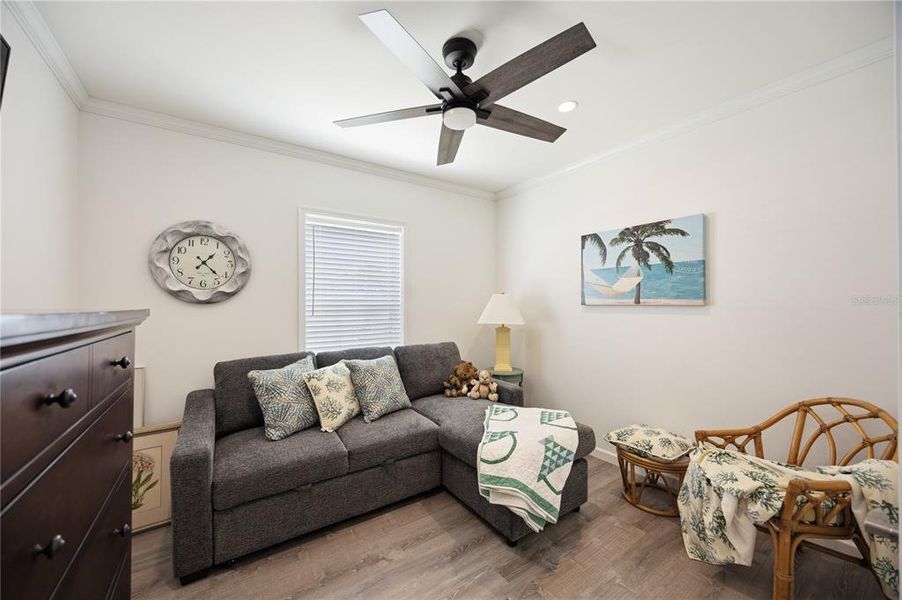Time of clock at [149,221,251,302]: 1:22
